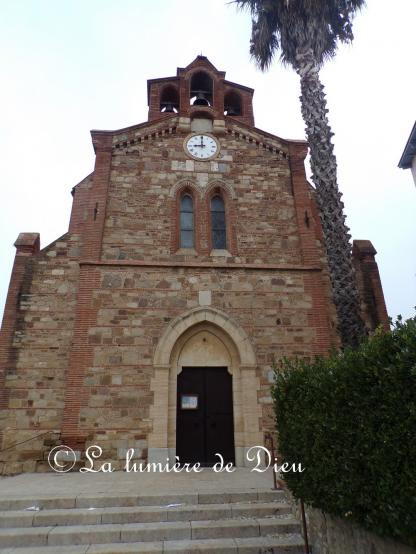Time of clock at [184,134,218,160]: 9:00
